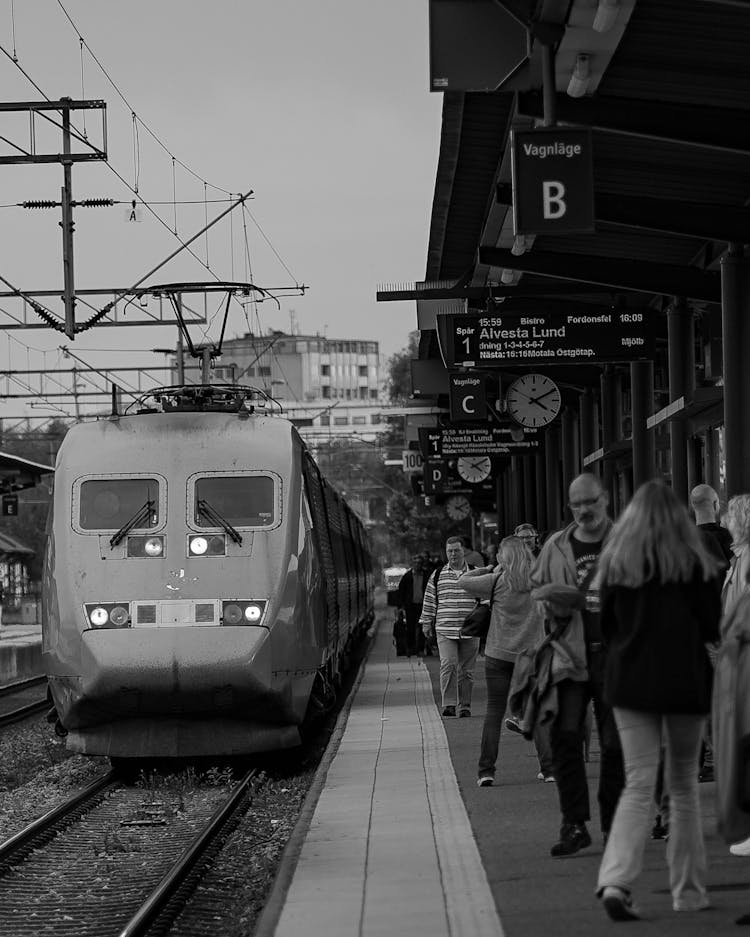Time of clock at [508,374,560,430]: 4:10
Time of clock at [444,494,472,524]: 4:10
